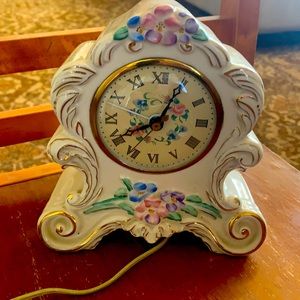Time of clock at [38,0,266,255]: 8:04
